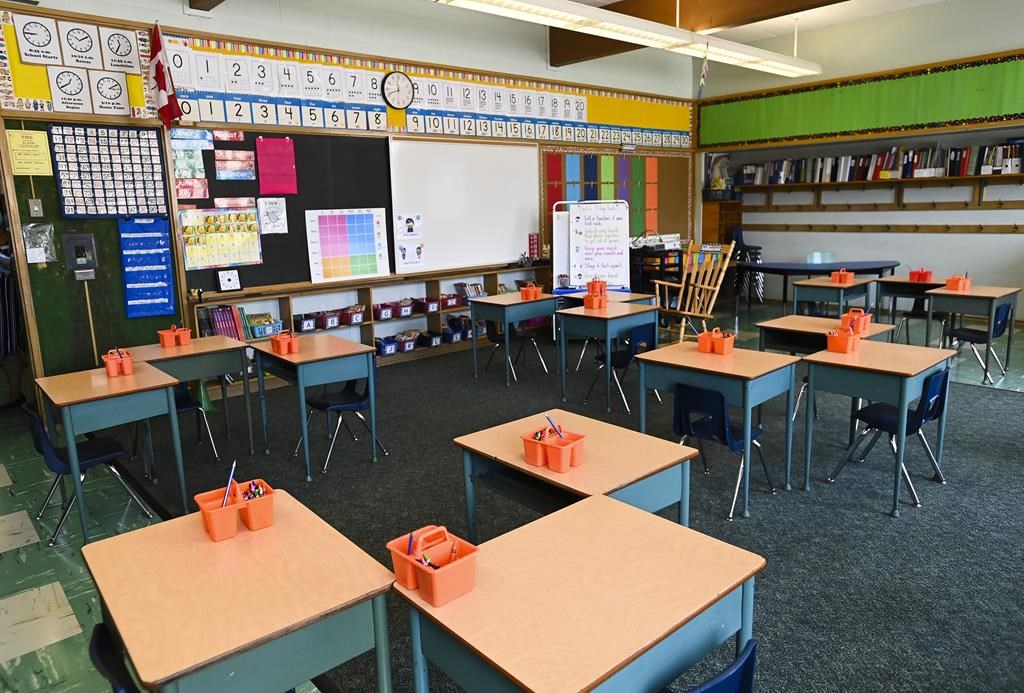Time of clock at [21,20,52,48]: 8:45
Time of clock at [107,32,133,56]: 11:34
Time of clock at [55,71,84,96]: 12:40
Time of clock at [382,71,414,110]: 11:41
